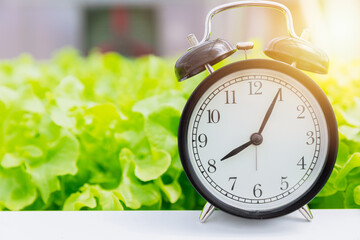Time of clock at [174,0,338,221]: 8:04
